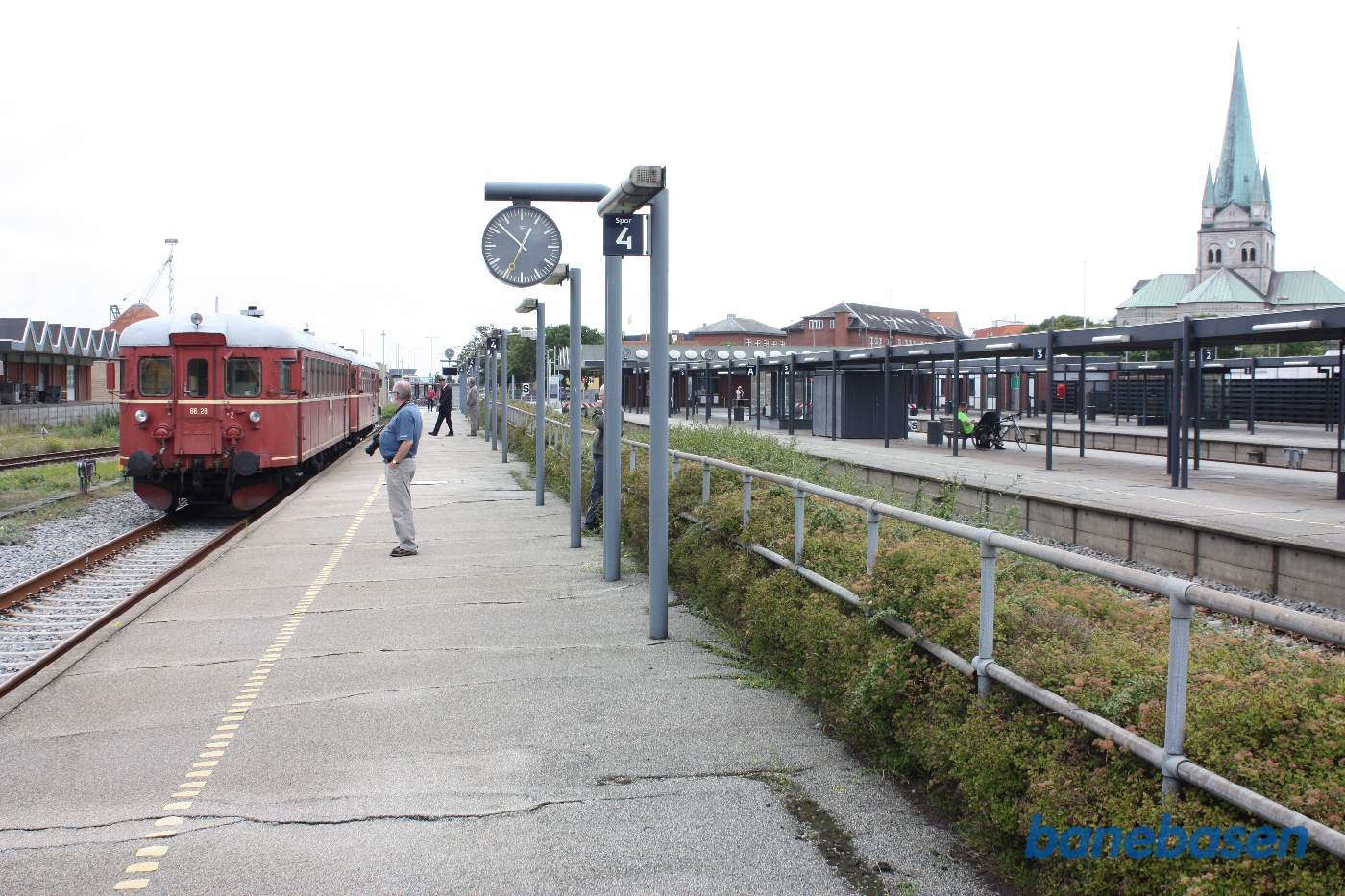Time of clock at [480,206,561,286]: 12:52
